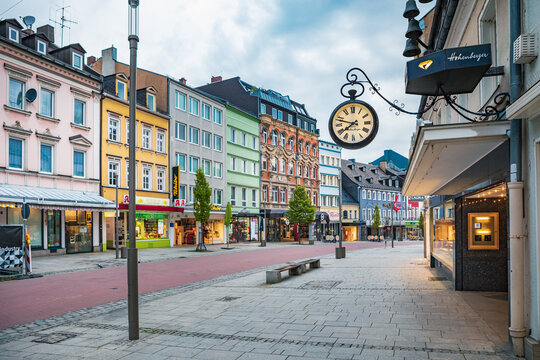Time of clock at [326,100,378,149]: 7:47
